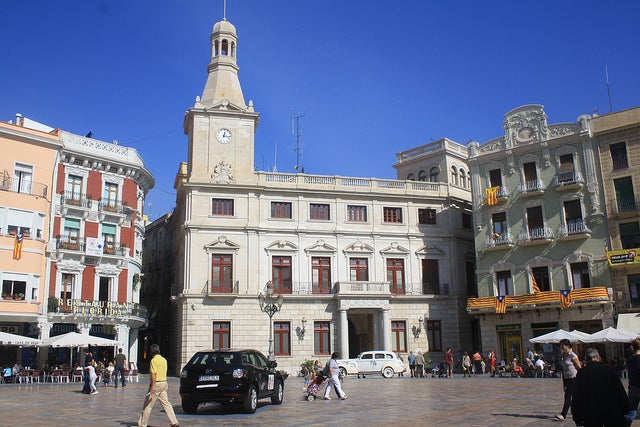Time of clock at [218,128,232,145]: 12:16
